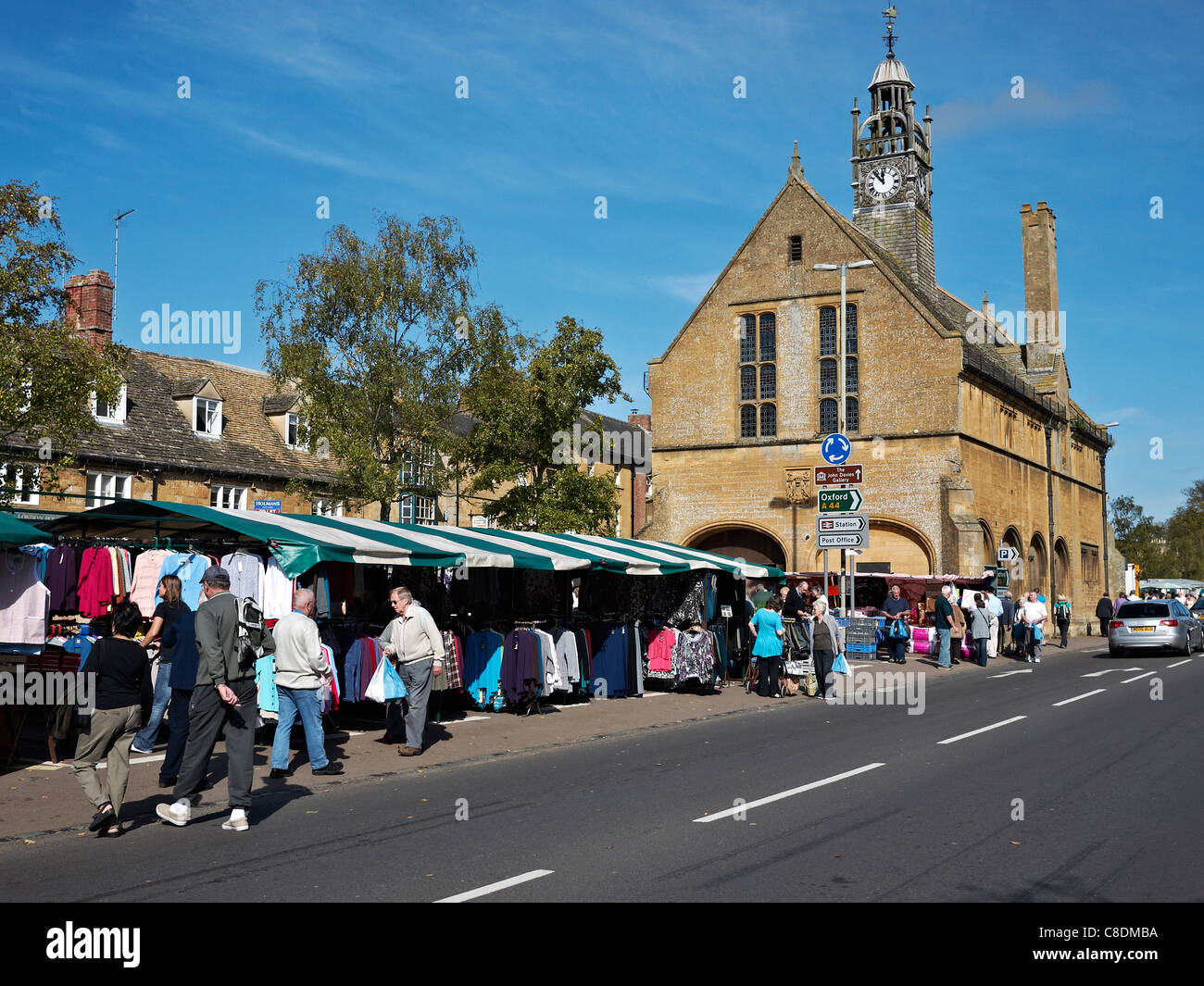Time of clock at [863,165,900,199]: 11:53
